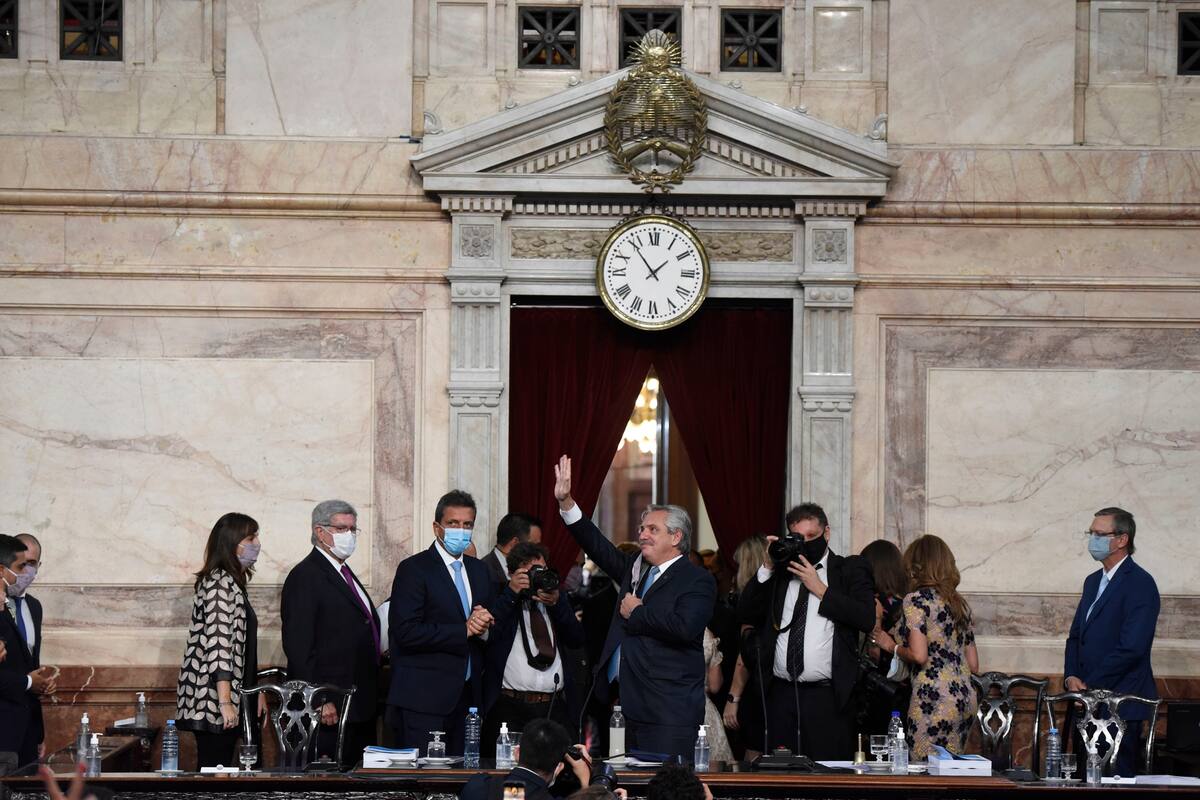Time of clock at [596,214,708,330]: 1:53
